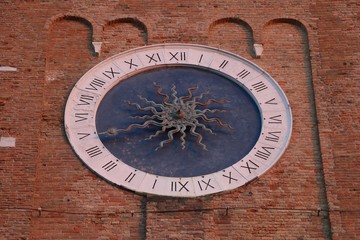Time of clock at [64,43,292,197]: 9:42
